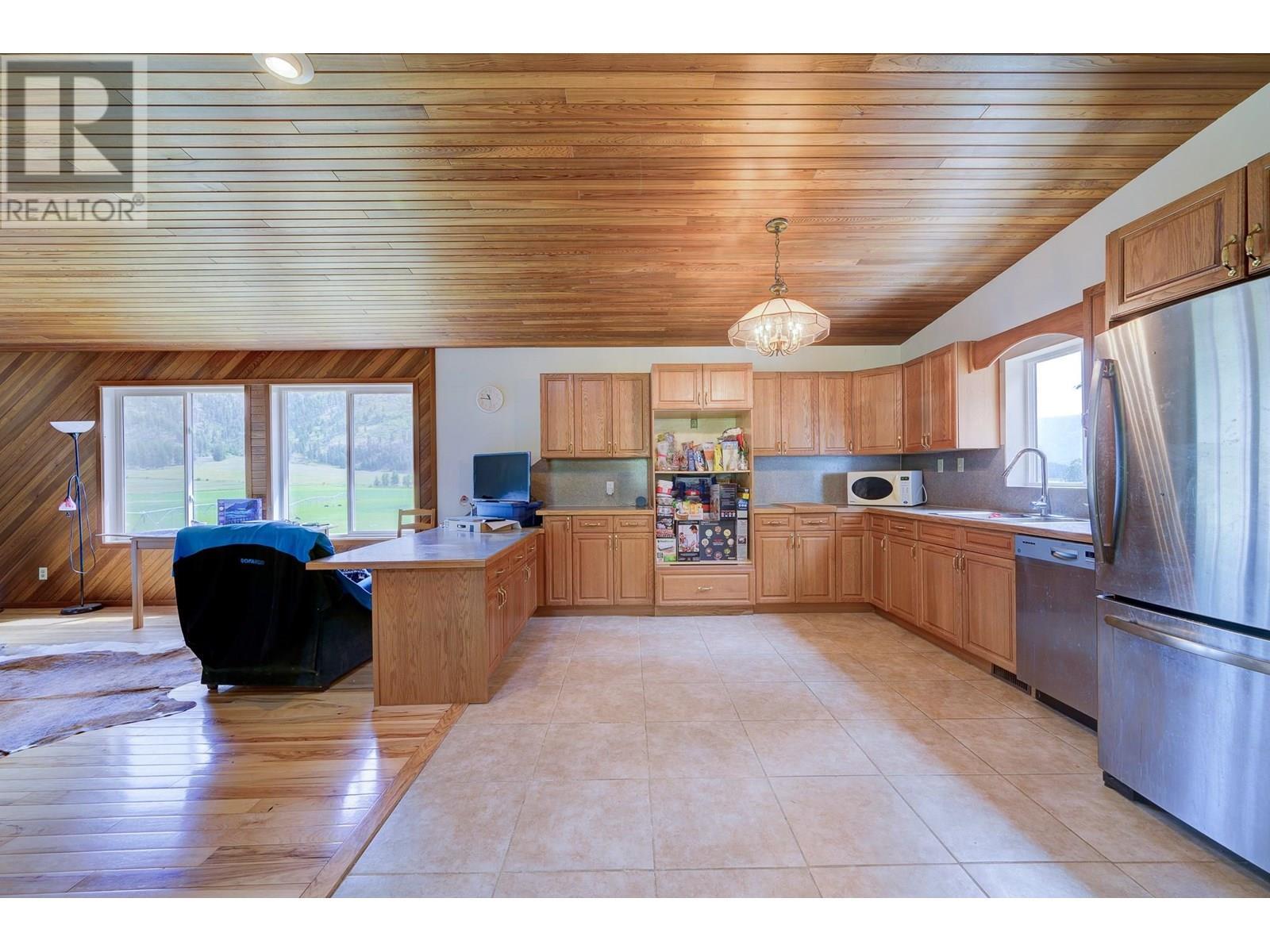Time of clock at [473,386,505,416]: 10:45
